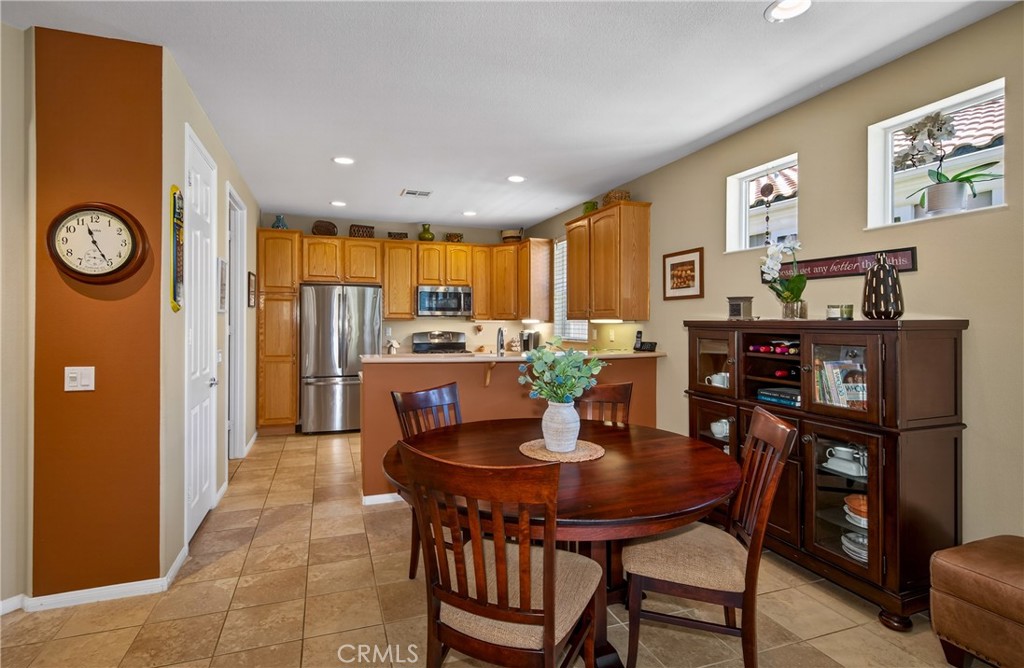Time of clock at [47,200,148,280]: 11:25
